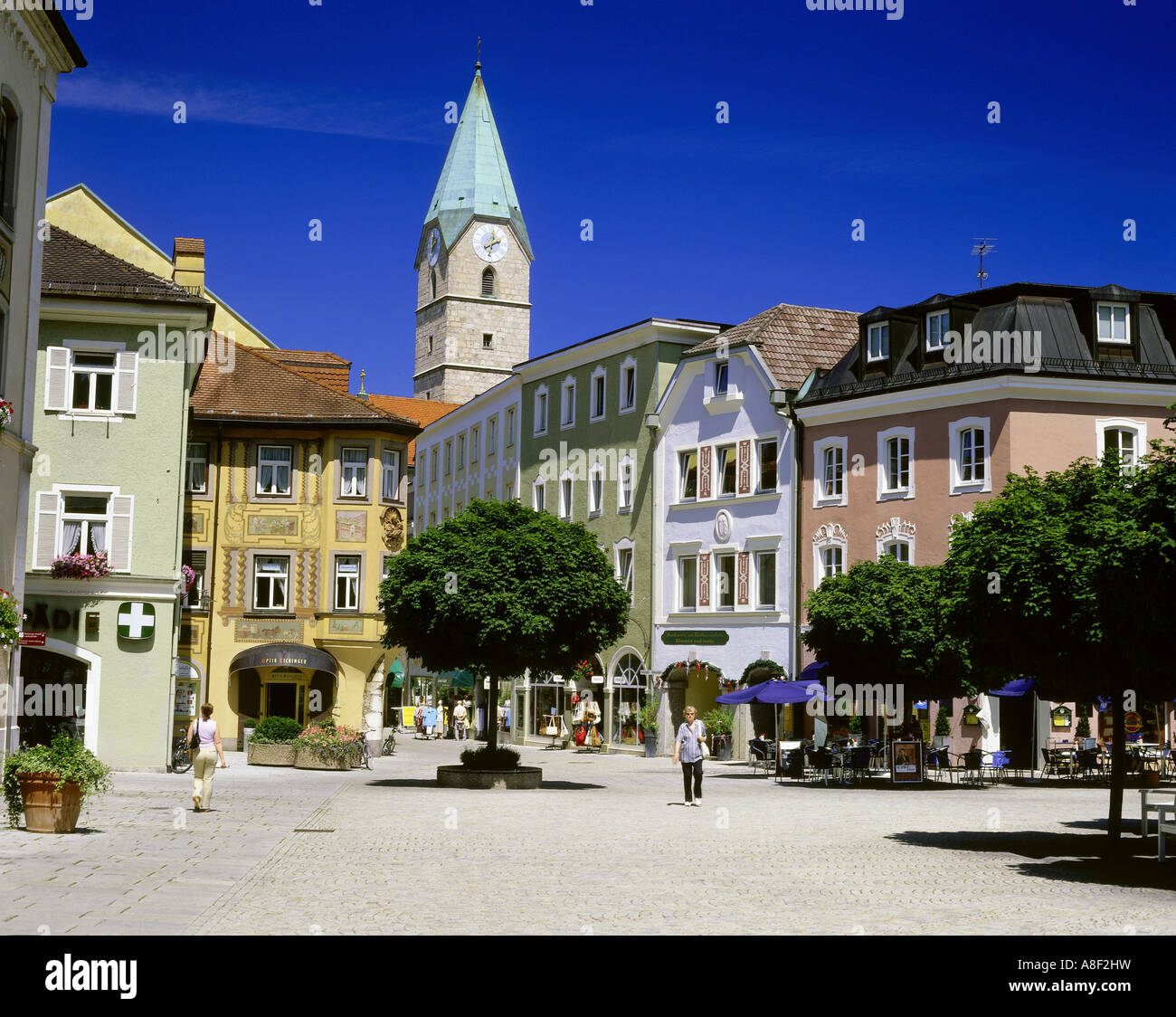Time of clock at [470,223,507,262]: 2:01
